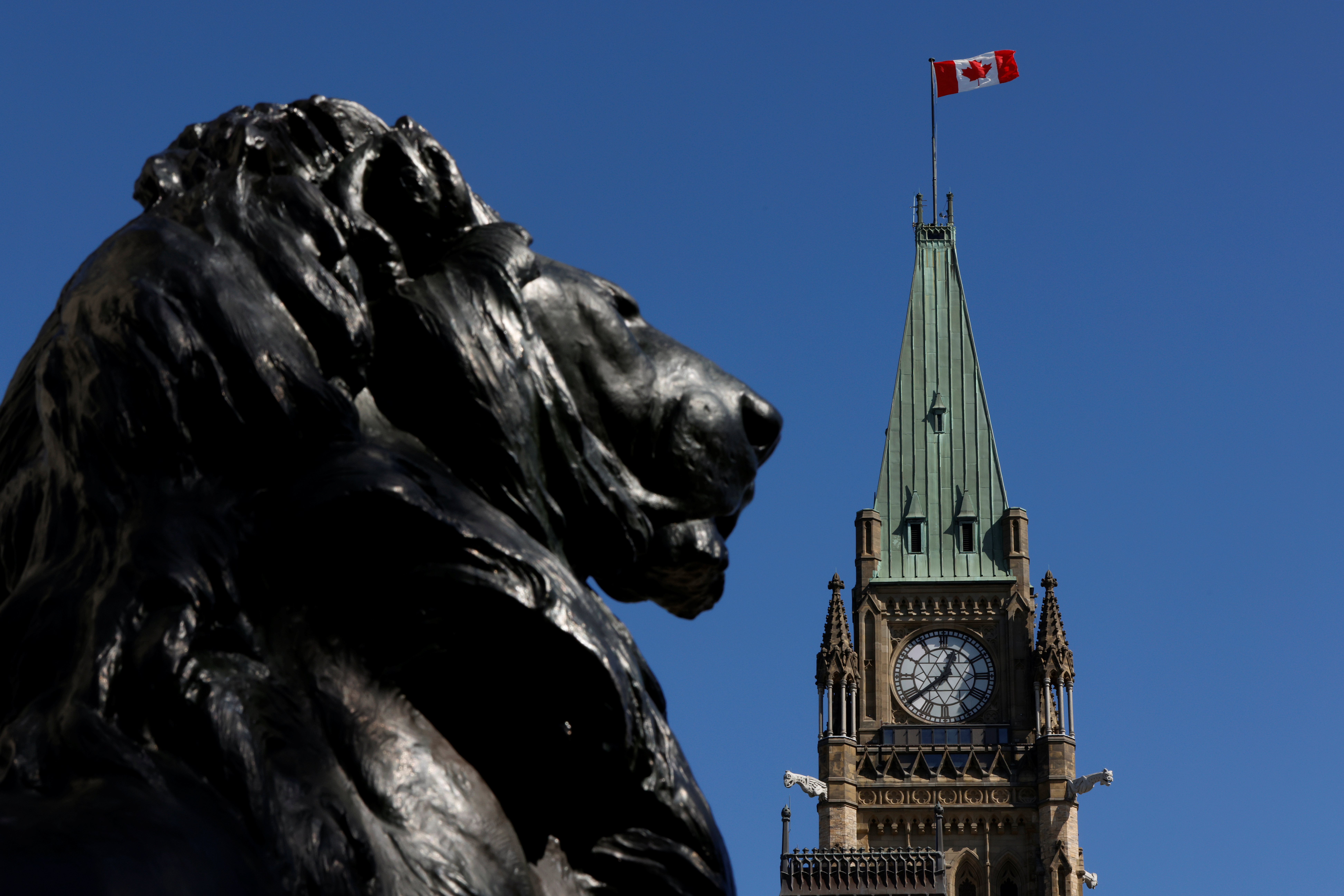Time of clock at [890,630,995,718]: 12:38
